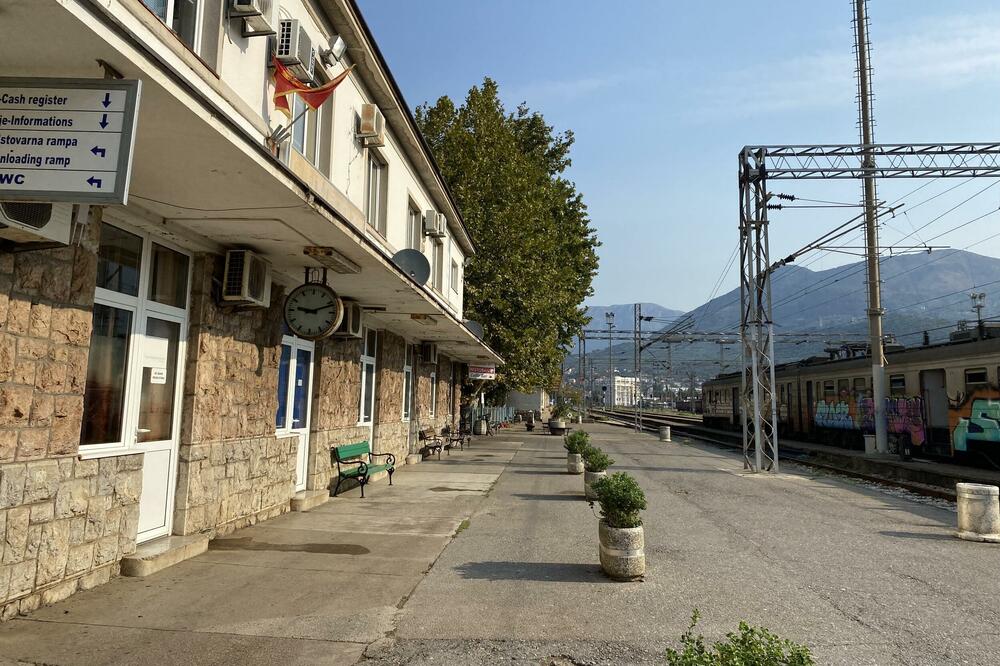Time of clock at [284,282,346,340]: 9:11
